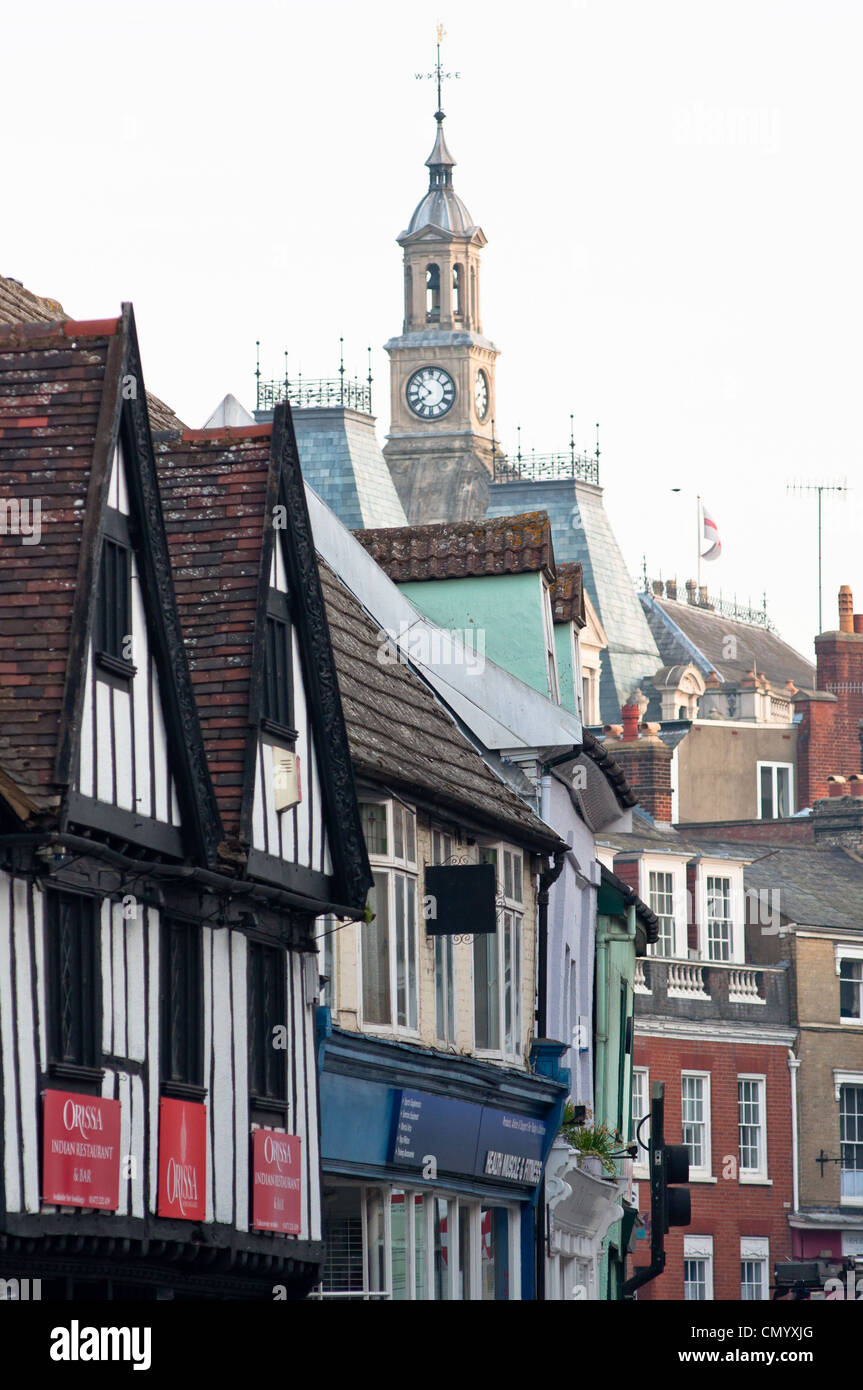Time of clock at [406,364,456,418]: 7:51
